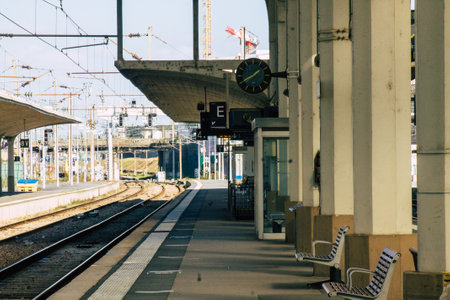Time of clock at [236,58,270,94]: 1:40
